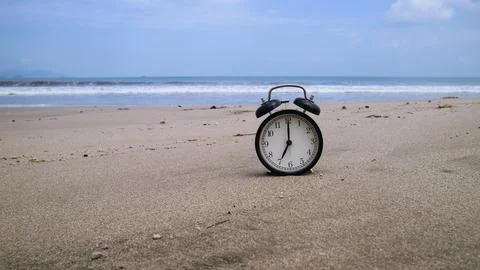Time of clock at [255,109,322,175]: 7:00
